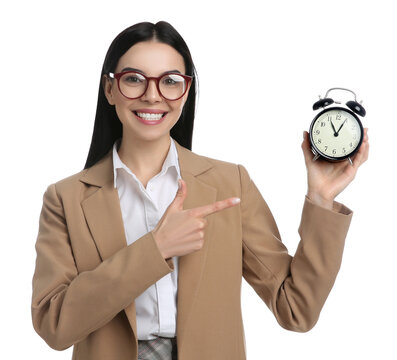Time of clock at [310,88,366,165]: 11:04
